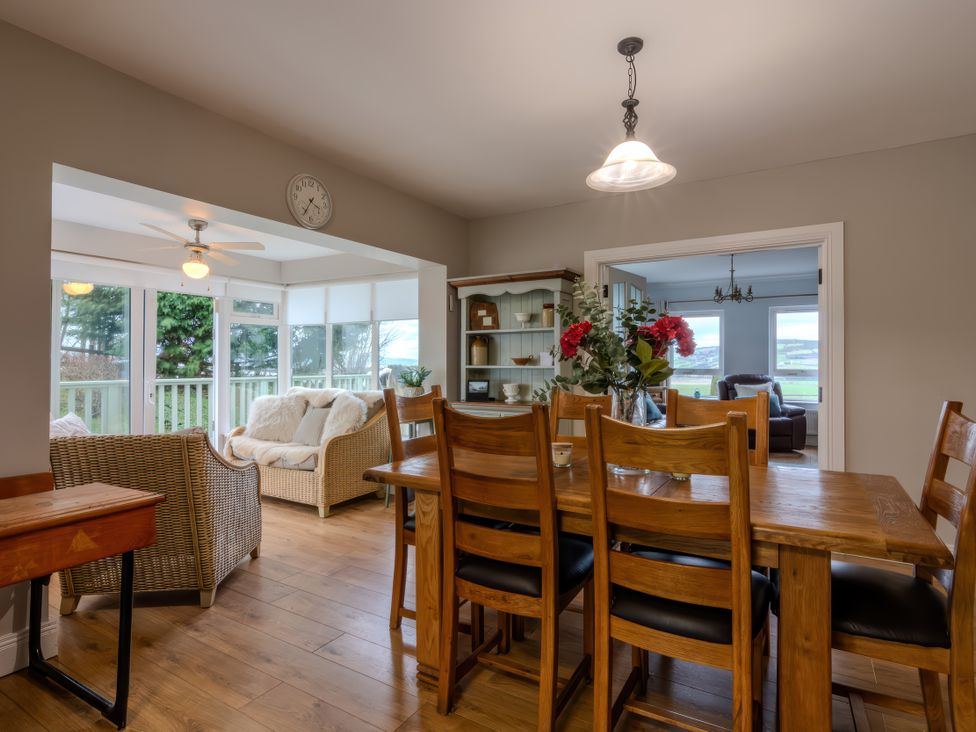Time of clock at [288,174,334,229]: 3:35
